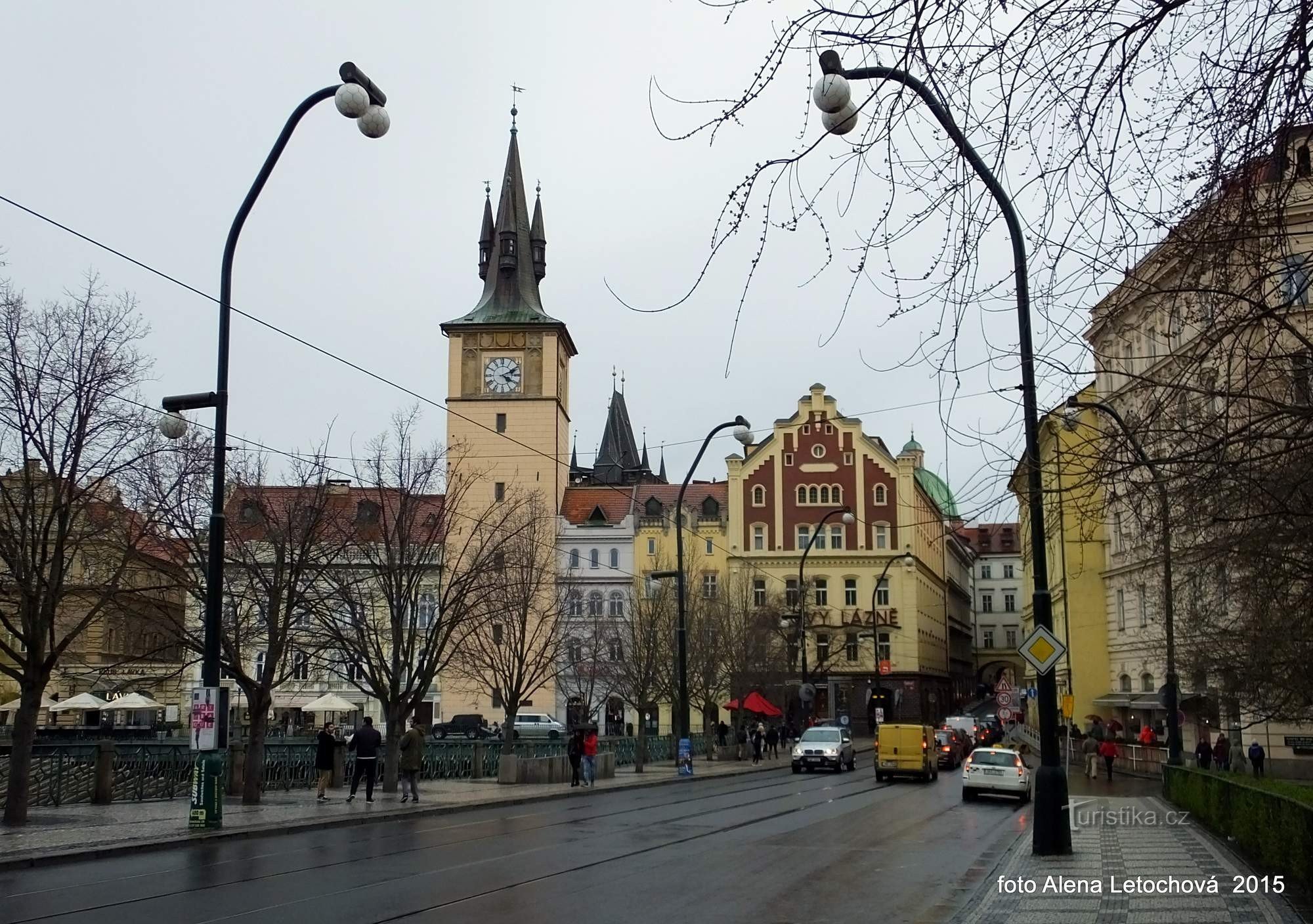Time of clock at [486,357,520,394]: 4:10
